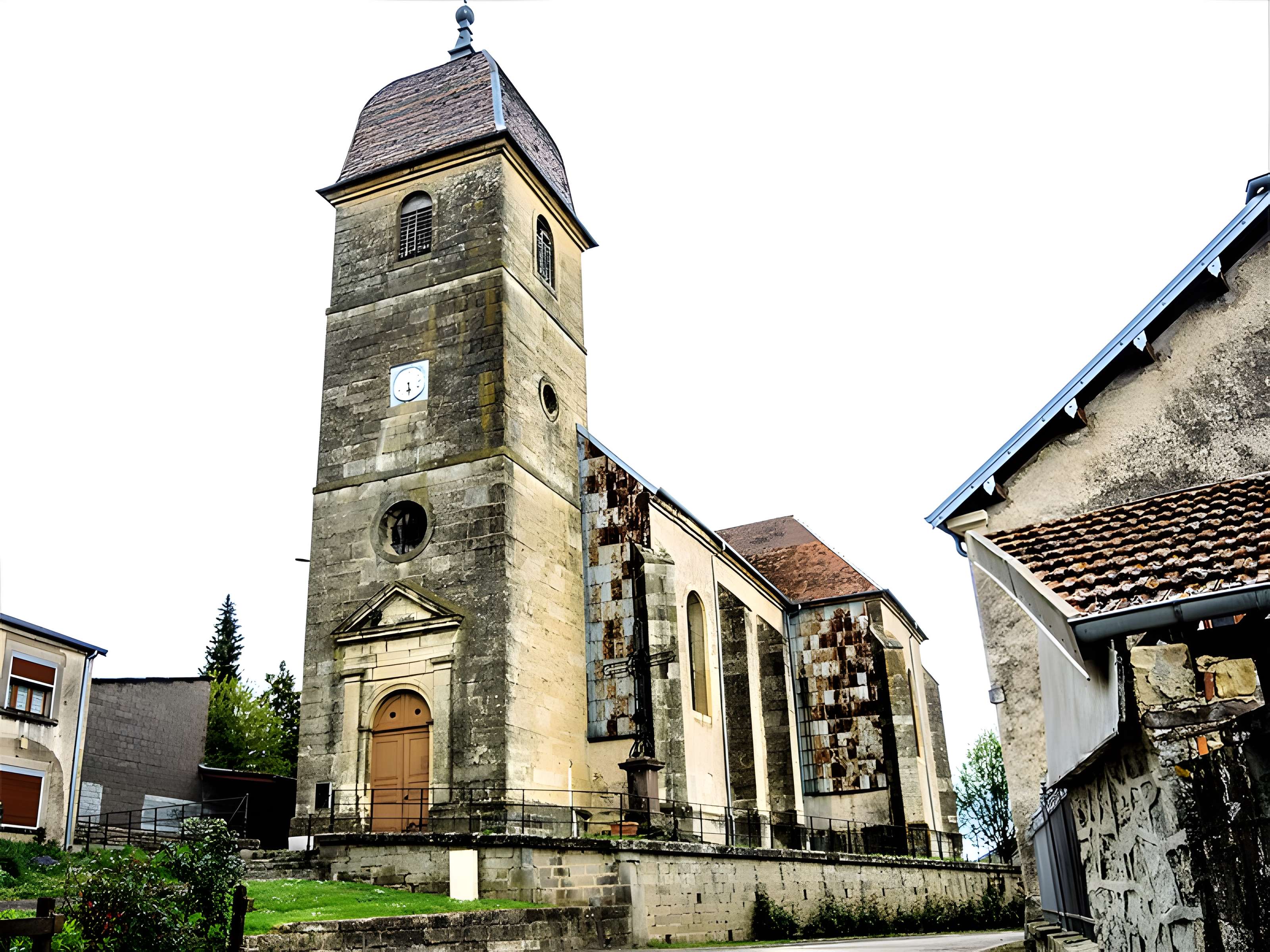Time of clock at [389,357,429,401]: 5:29
